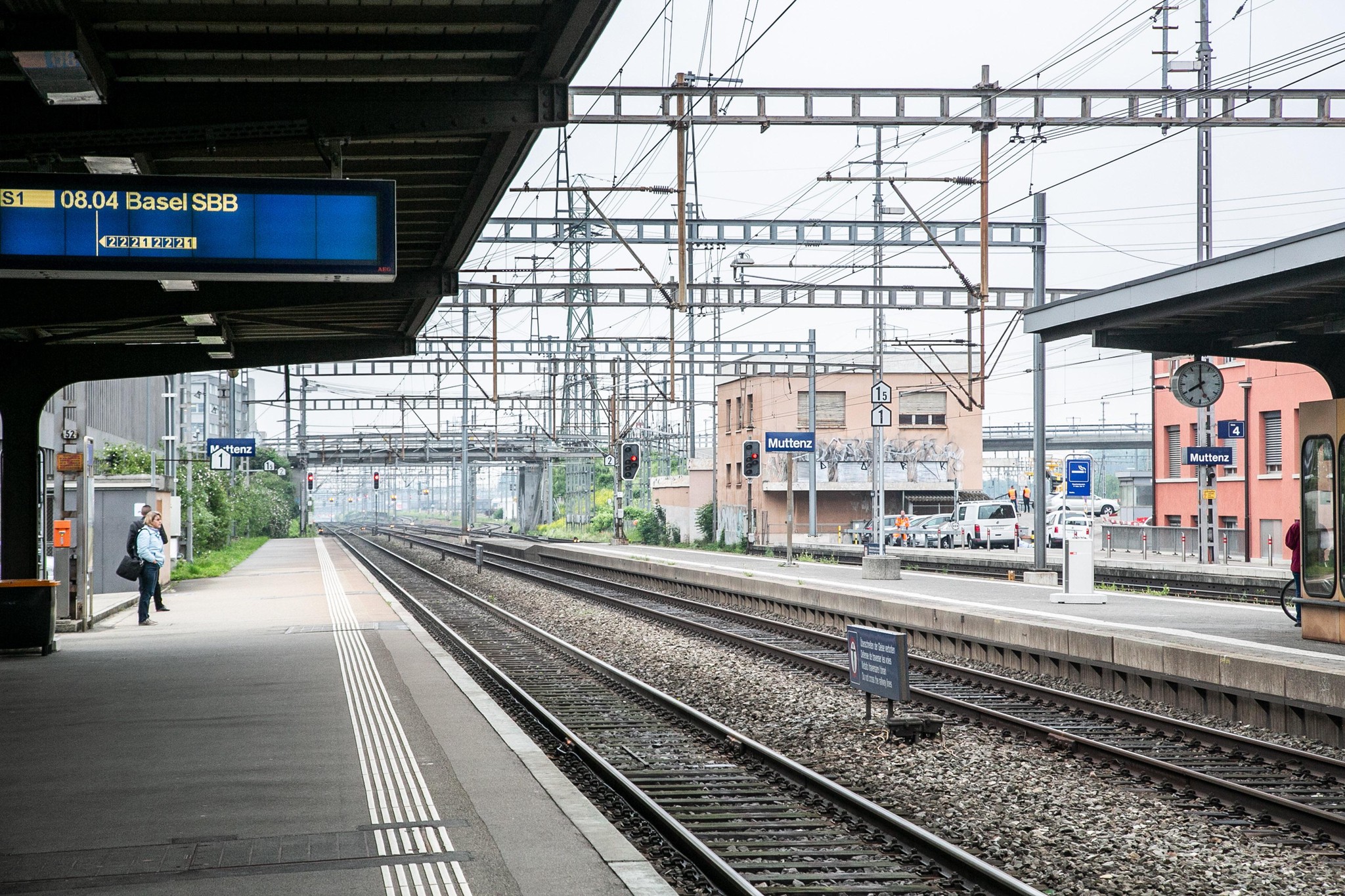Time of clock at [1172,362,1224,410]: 7:59
